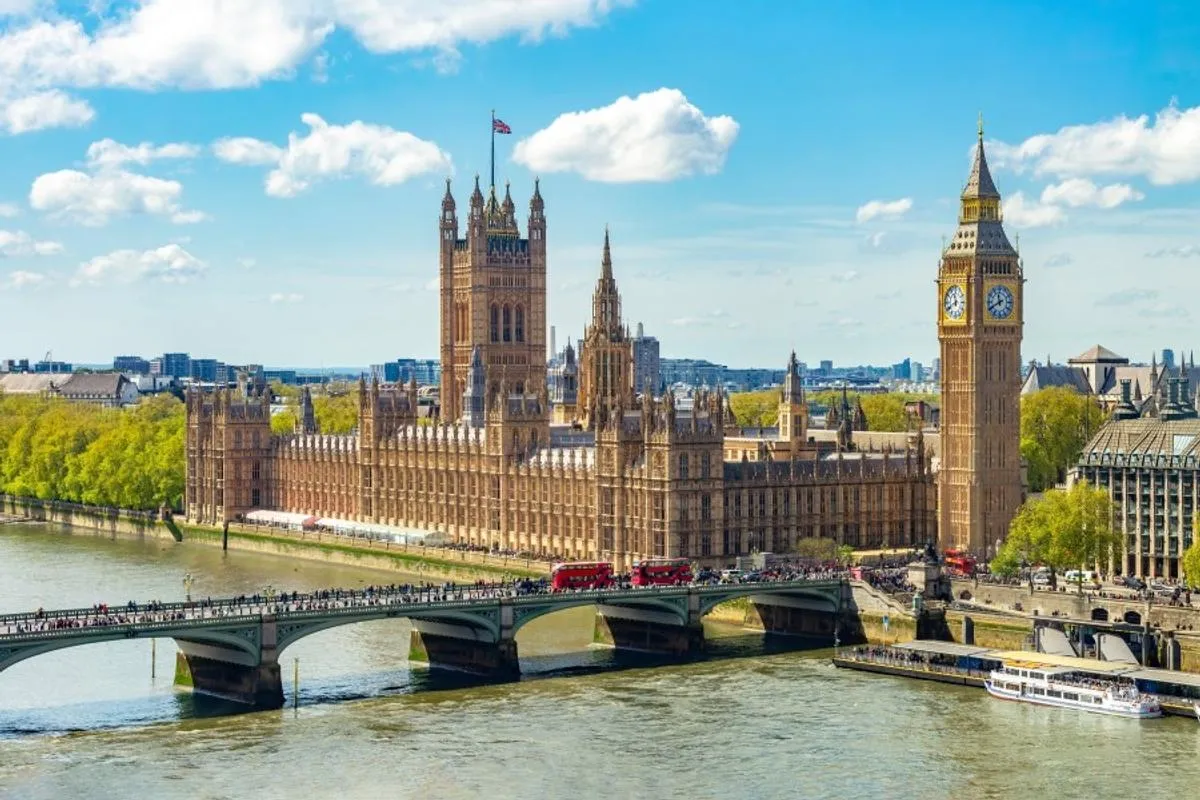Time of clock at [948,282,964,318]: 11:40
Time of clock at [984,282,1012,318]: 11:40
